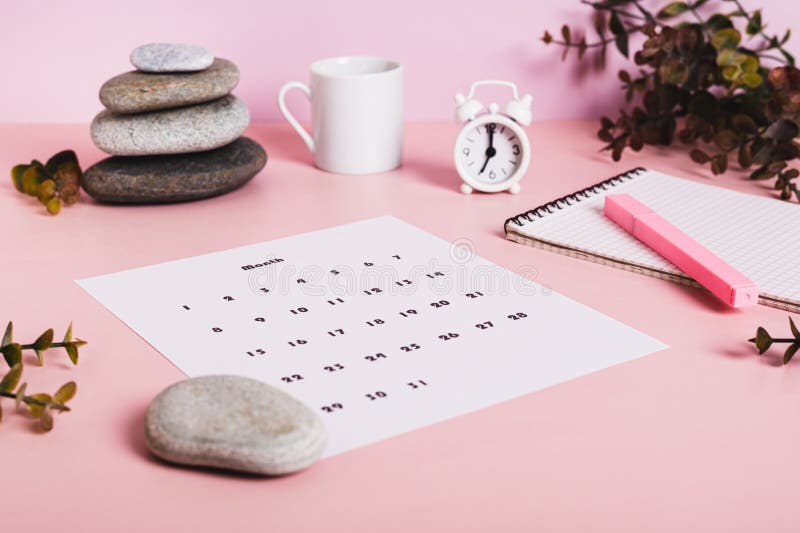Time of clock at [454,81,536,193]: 7:00
